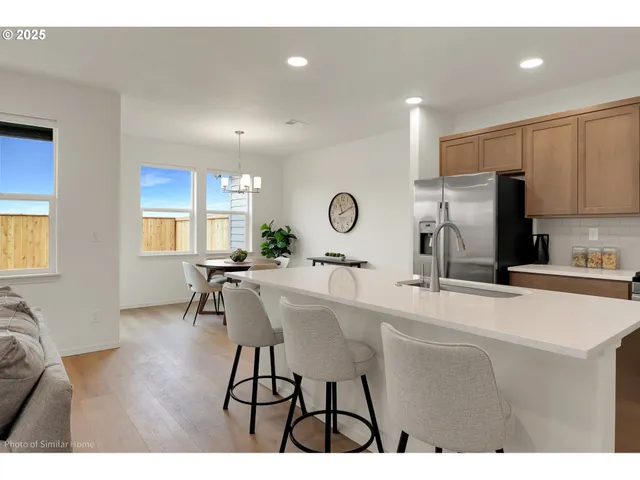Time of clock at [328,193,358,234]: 11:11
